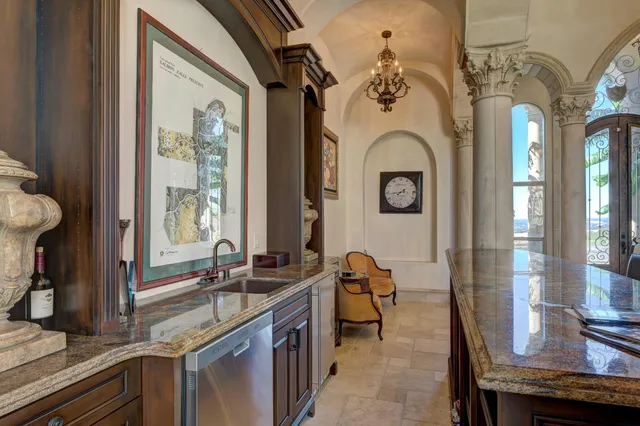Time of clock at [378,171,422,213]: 7:43
